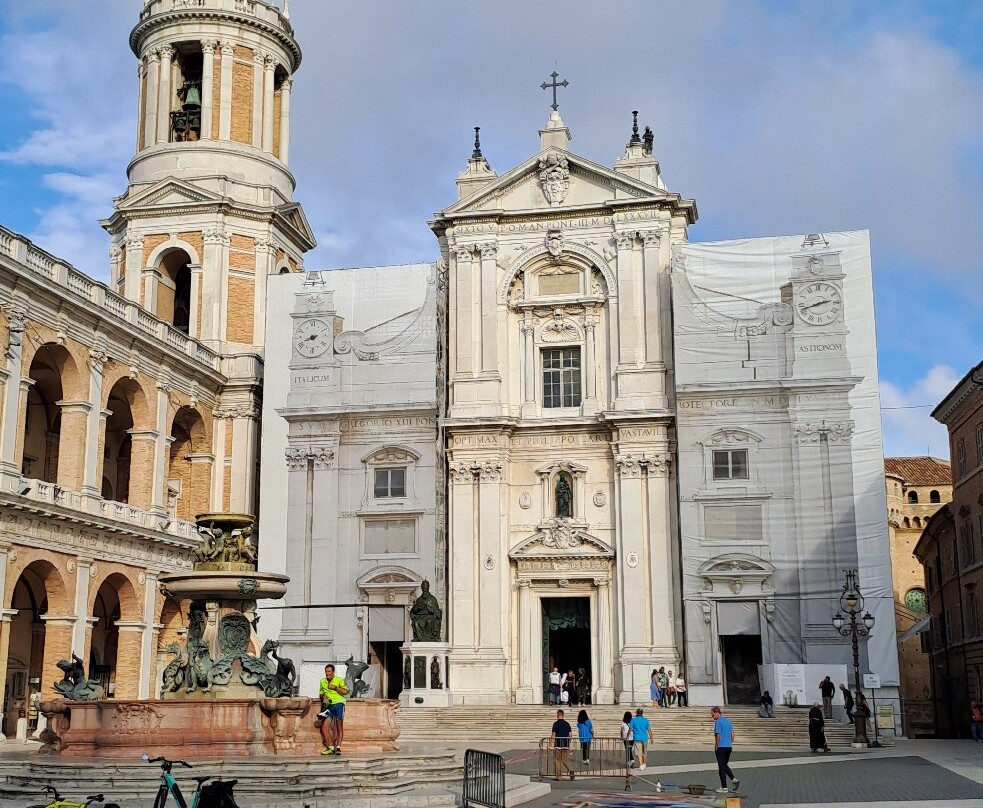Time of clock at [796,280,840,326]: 2:42
